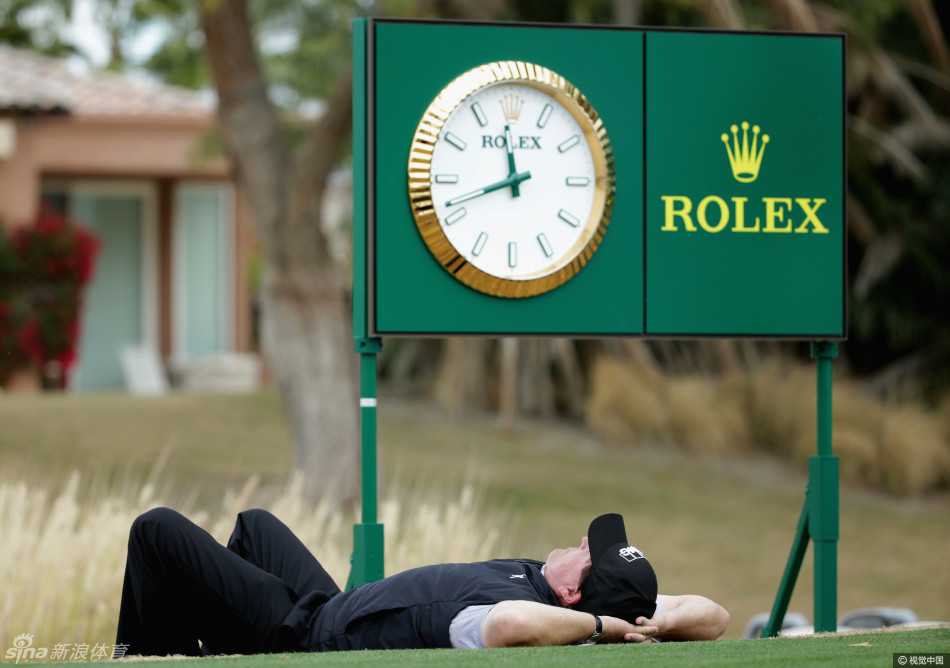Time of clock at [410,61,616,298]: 11:41
